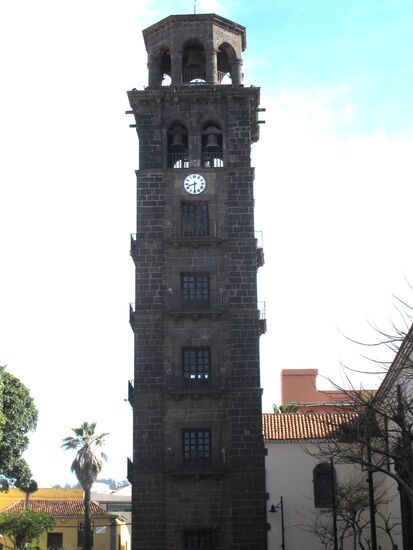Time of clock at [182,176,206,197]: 8:30
